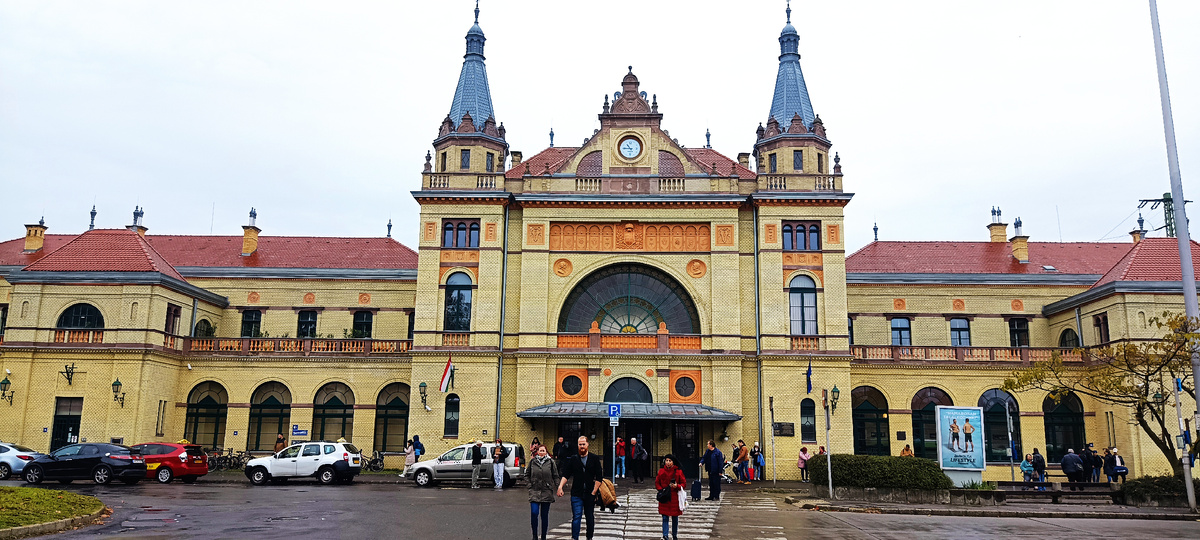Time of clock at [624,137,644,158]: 10:45
